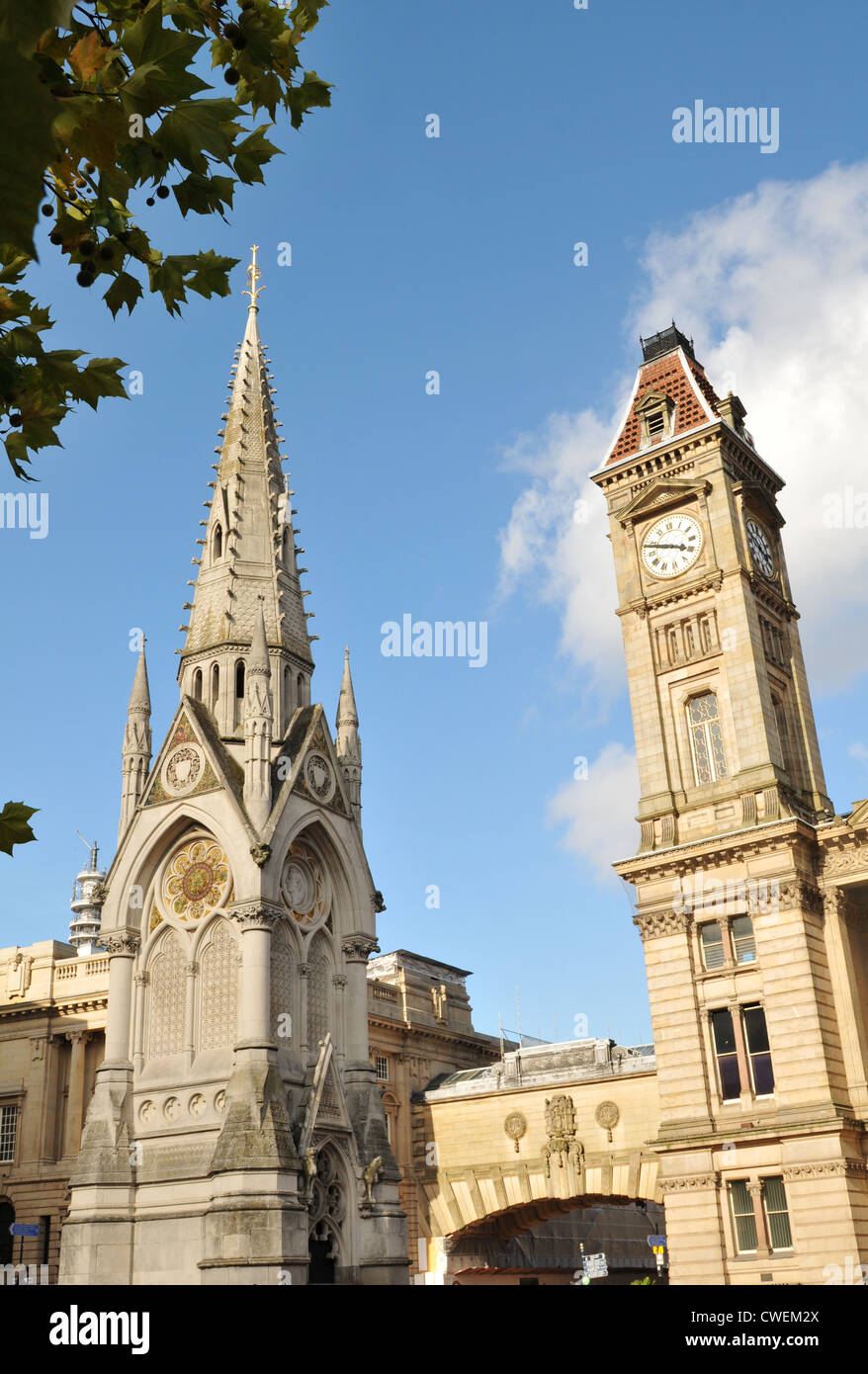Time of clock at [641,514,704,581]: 3:48
